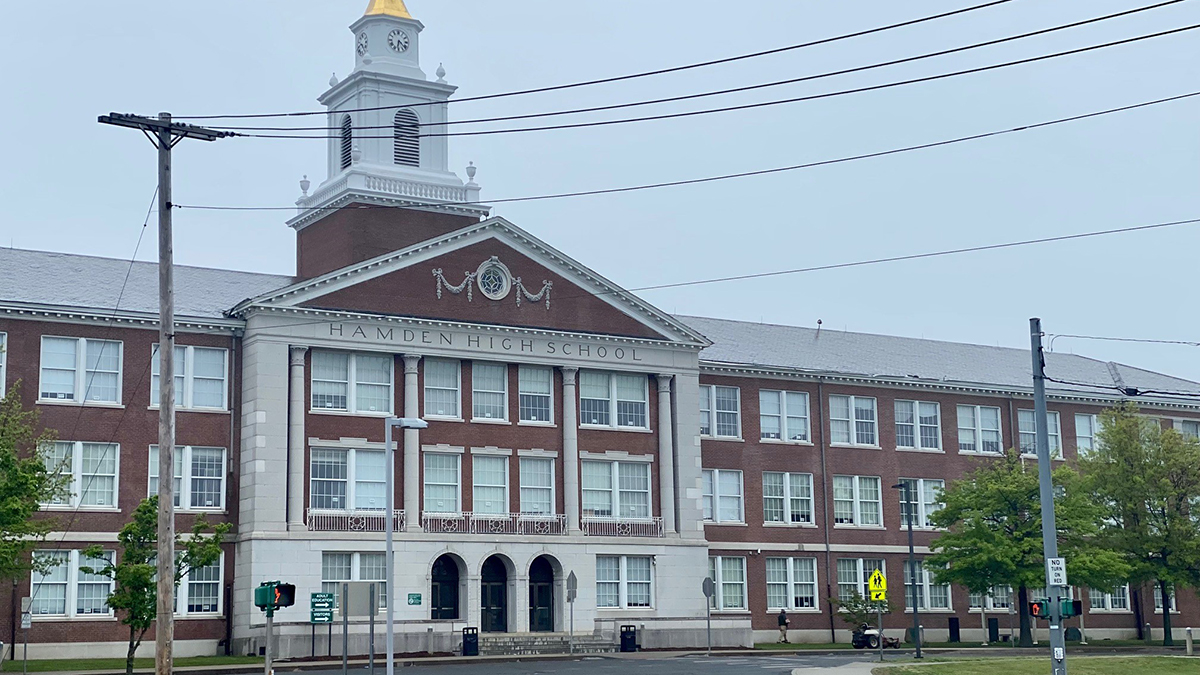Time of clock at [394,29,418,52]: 6:21
